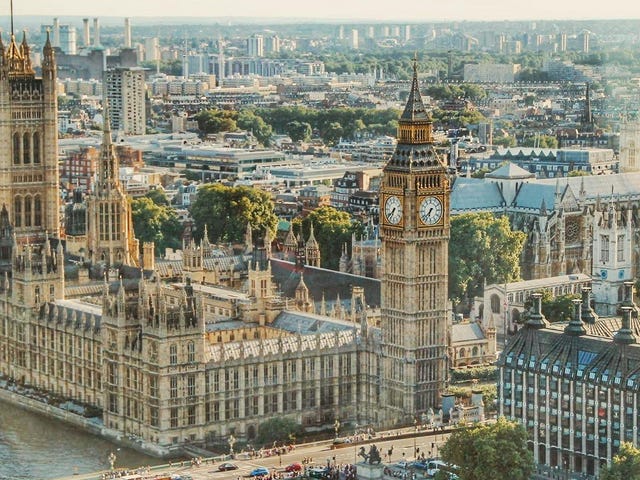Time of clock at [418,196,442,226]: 6:37
